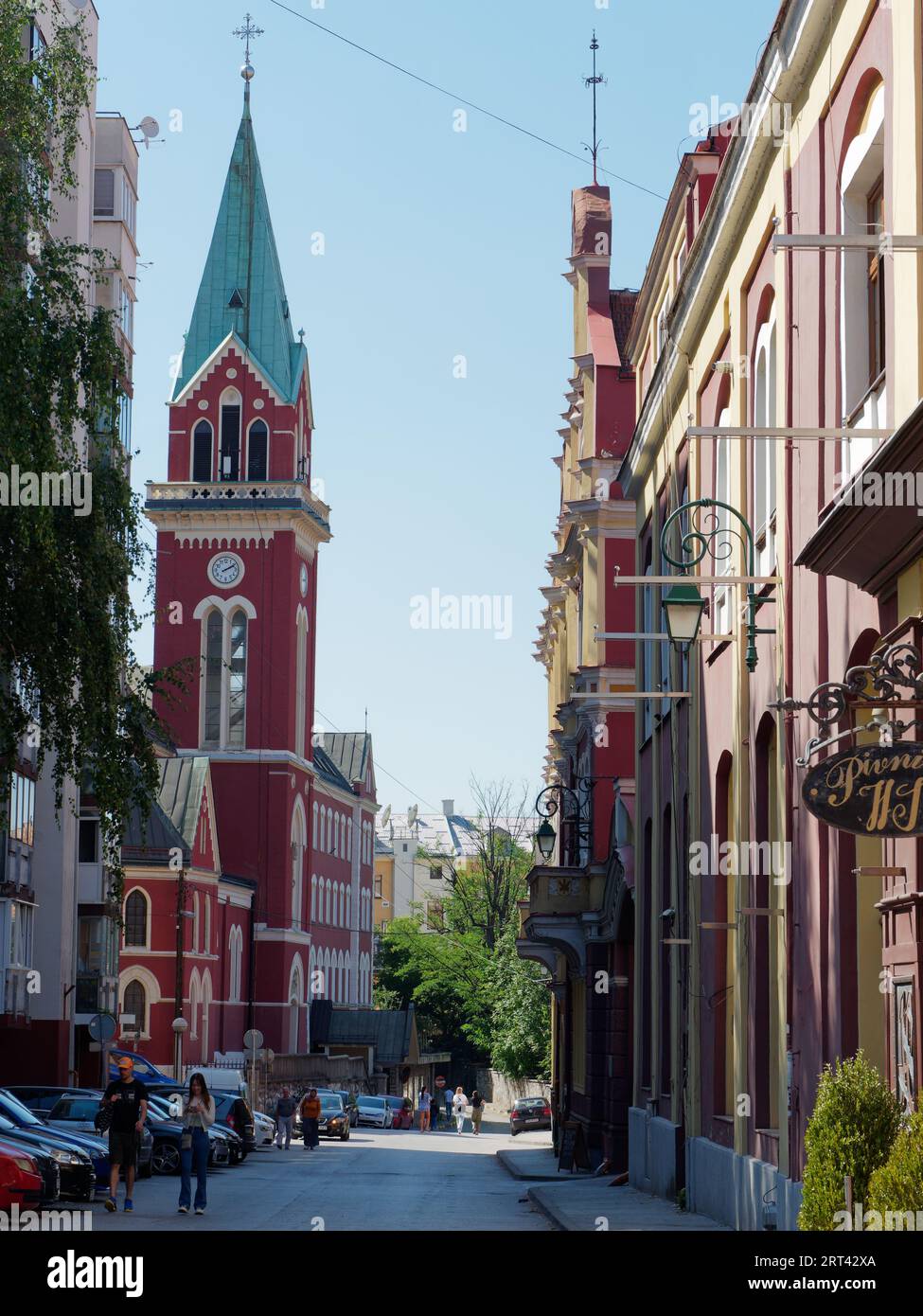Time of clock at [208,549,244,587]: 2:10
